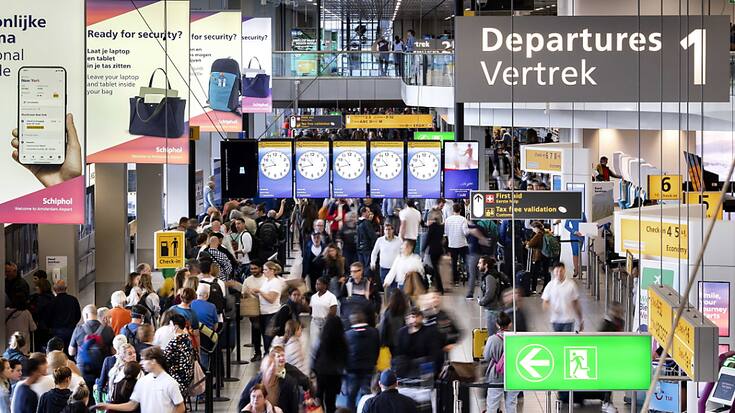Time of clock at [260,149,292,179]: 10:42
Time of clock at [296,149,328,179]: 10:42
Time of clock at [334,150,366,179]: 10:42
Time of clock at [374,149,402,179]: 10:42
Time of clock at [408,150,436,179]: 10:42
